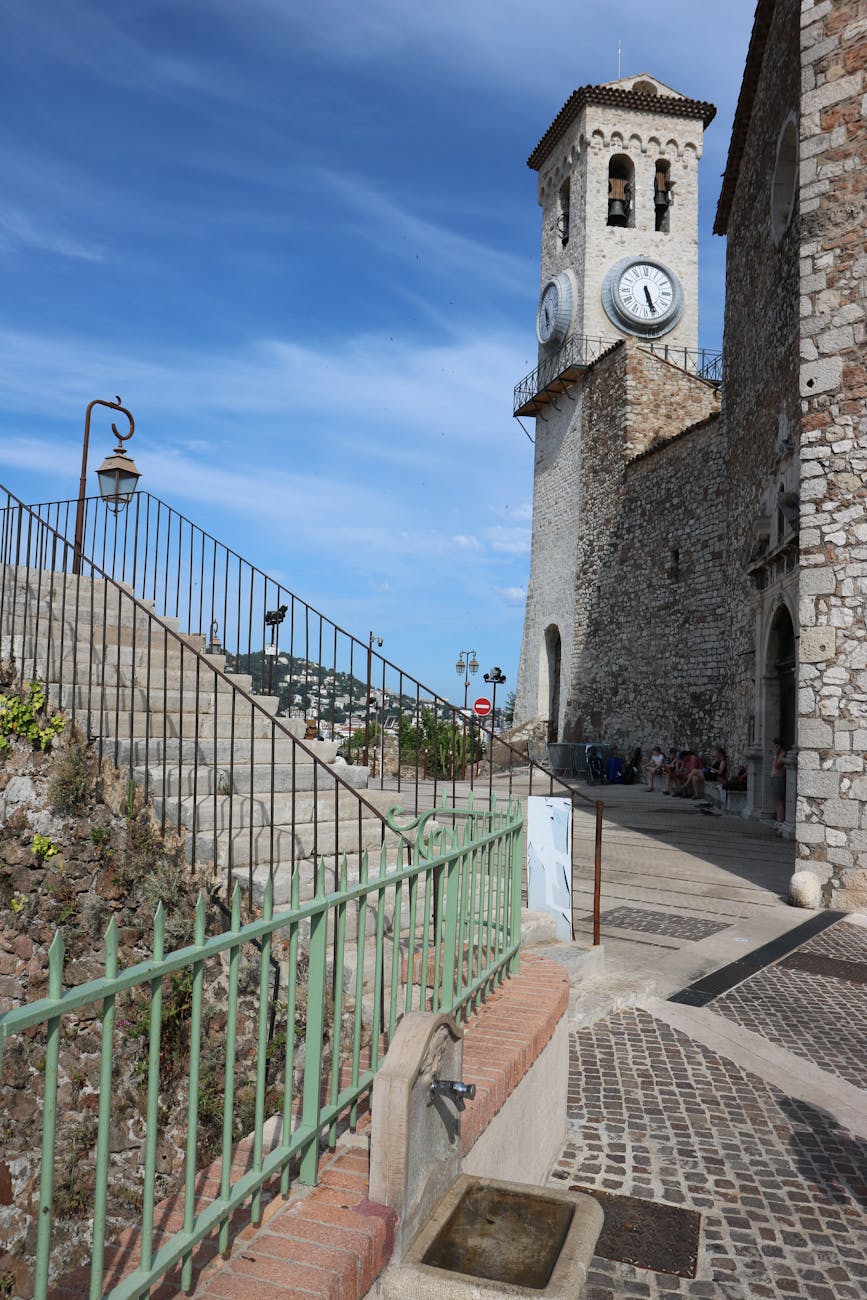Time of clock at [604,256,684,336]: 5:26
